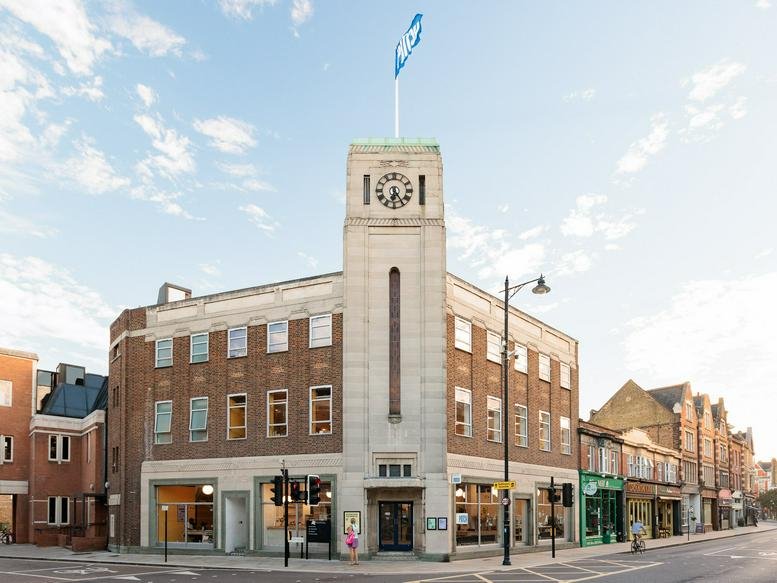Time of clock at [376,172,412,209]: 6:24
